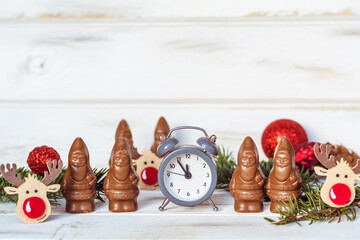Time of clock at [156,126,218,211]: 11:54
